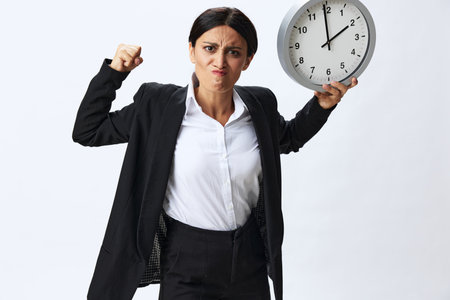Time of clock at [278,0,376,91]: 1:59
